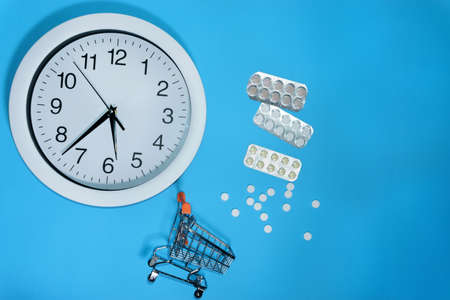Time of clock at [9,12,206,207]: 5:37
